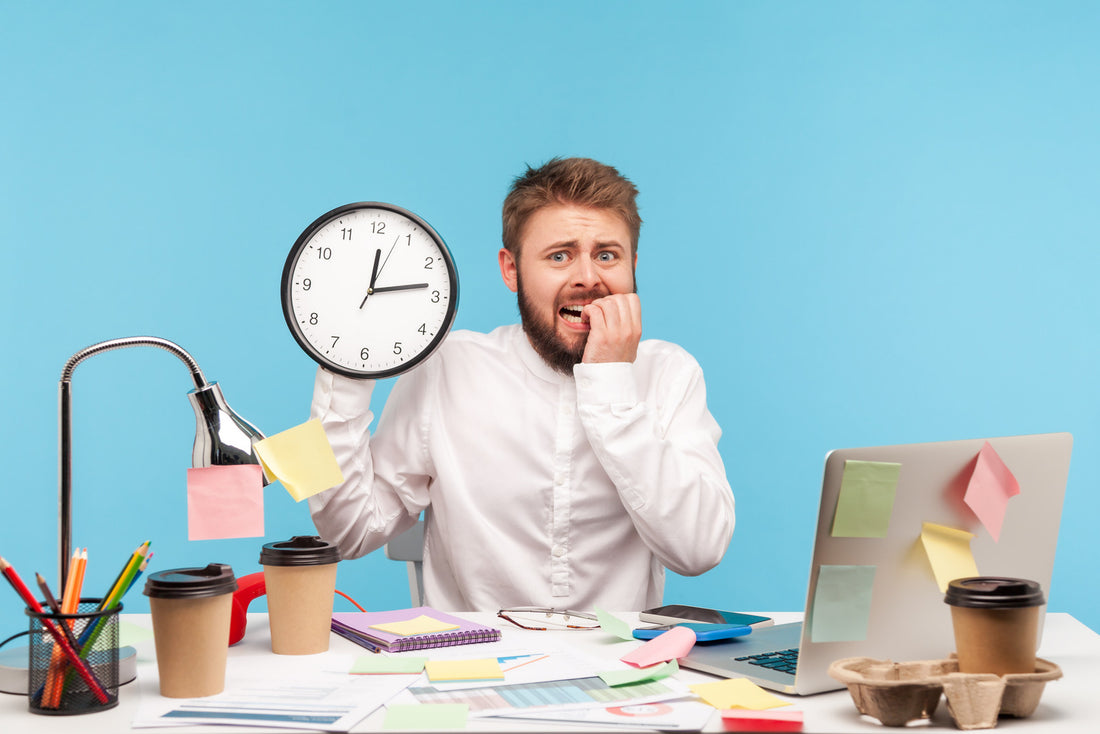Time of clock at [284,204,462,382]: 12:13
